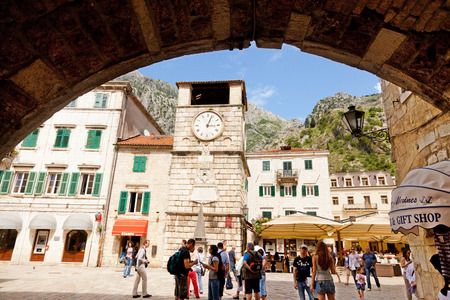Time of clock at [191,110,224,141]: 3:03
